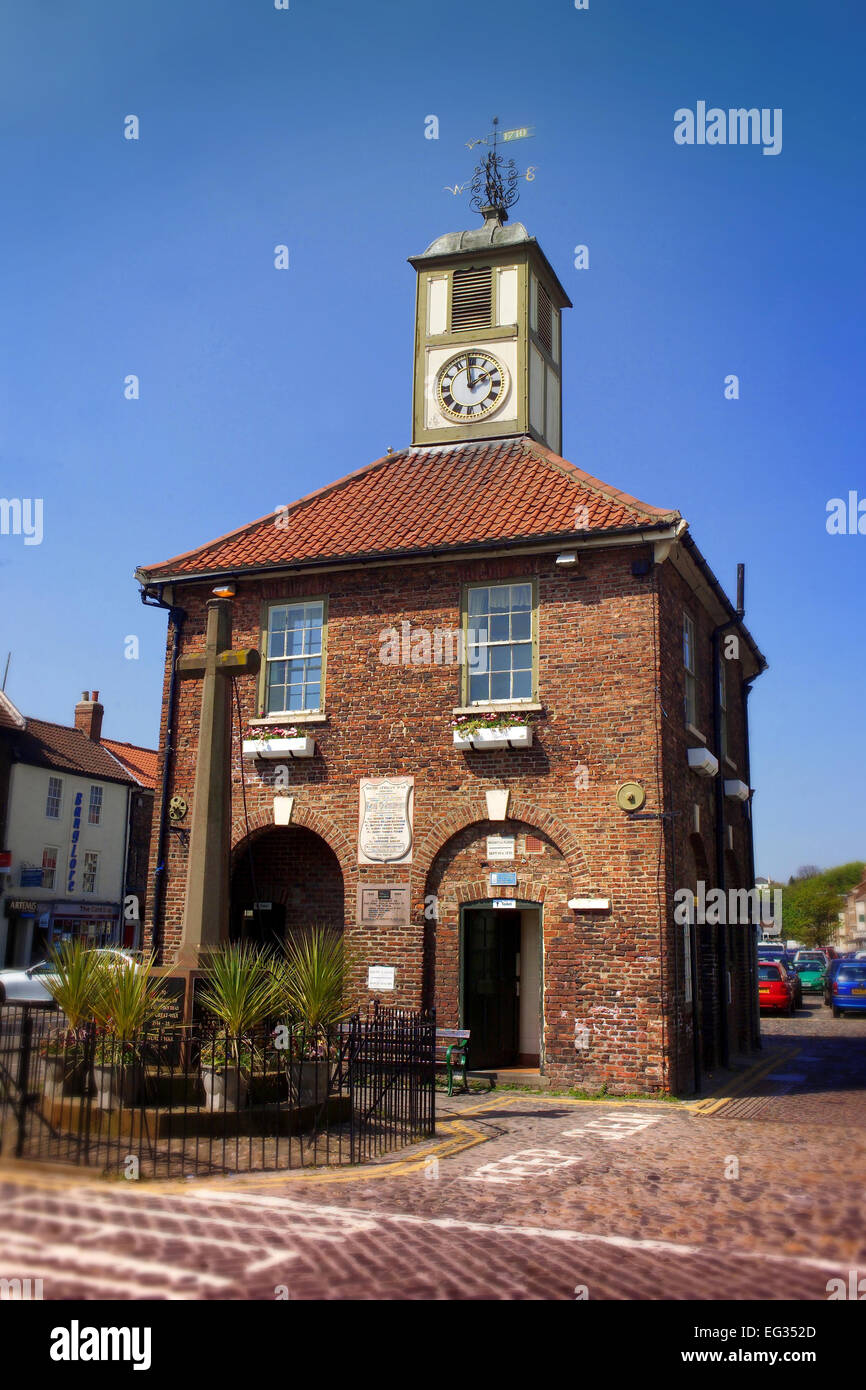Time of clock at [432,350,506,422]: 1:59
